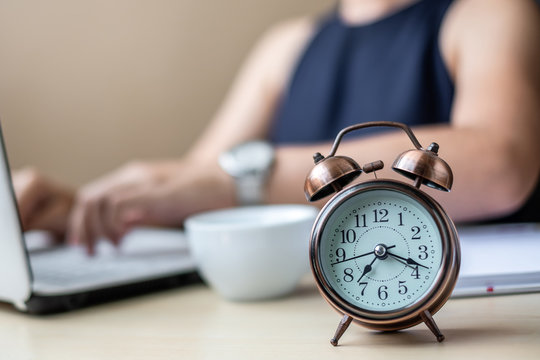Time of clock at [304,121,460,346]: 7:18
